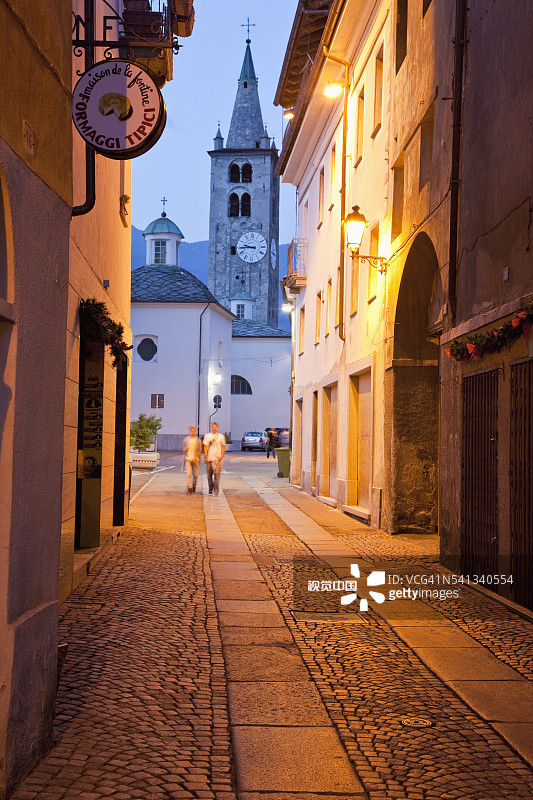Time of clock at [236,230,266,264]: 9:44
